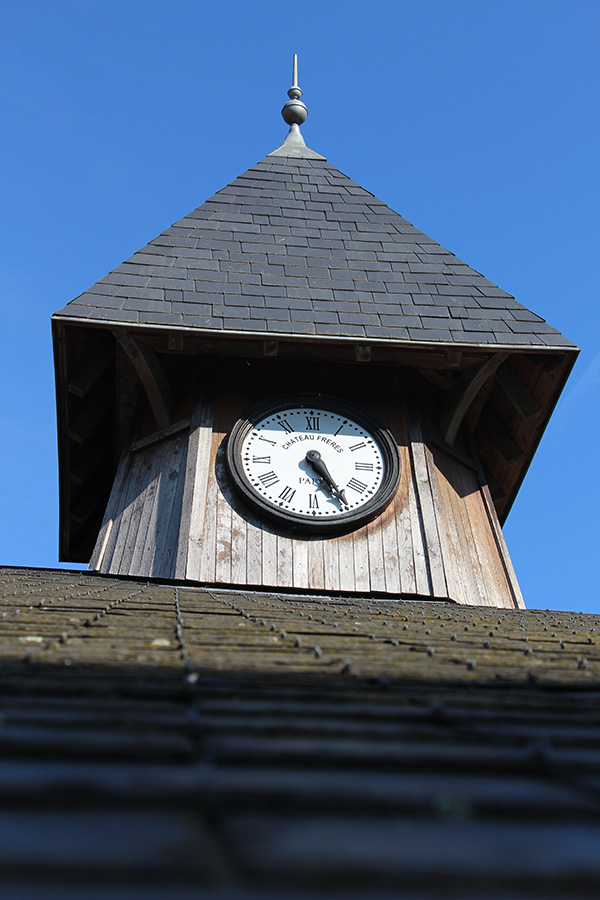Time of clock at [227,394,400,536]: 5:24
